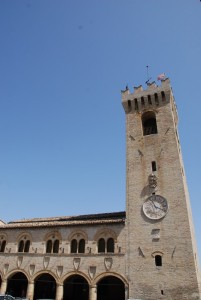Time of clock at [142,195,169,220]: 11:18
